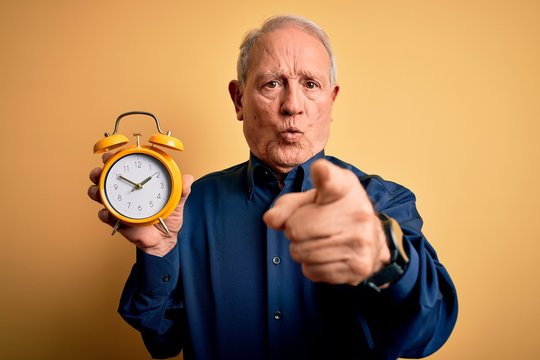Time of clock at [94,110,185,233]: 1:50
